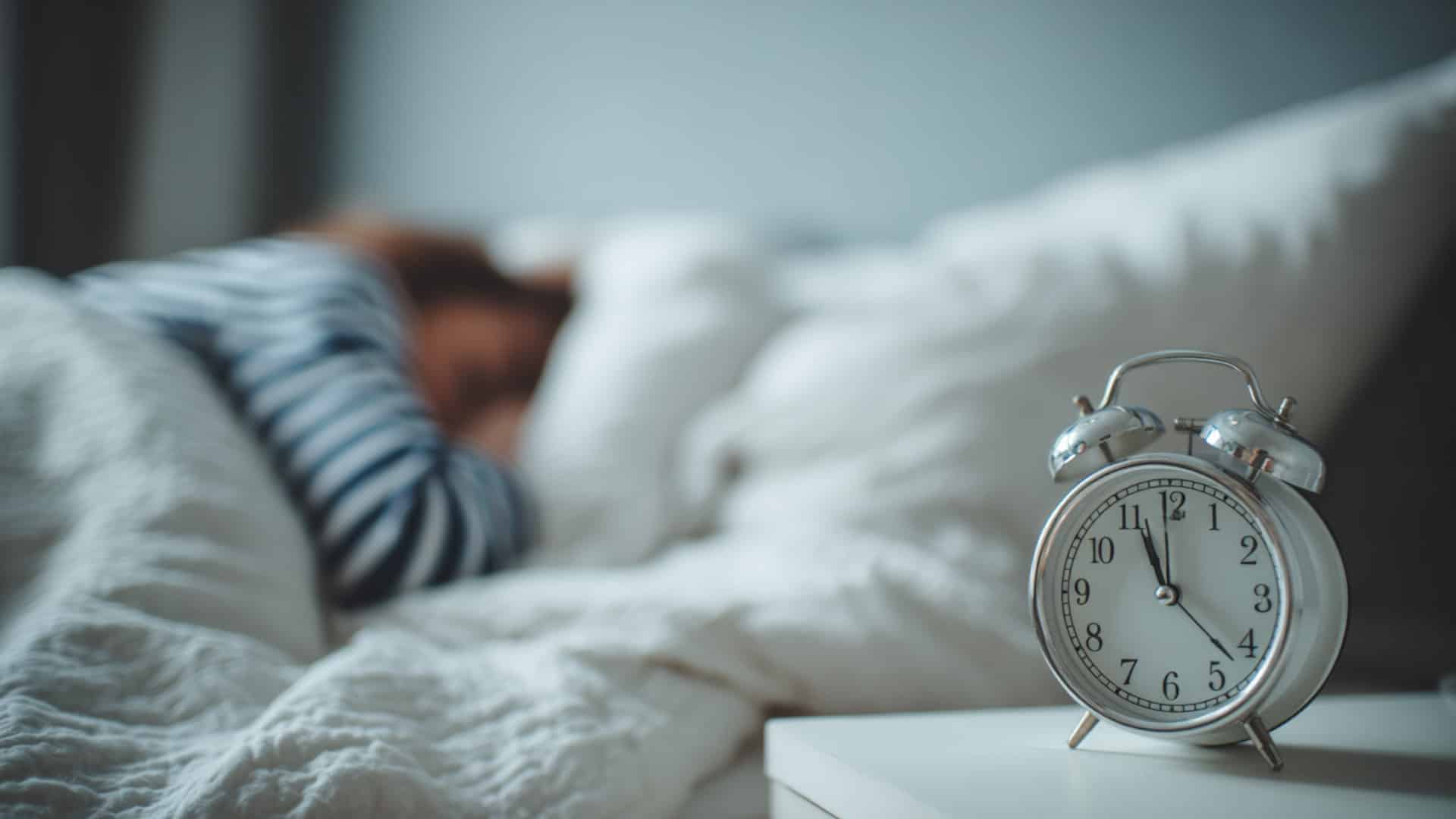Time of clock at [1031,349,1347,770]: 11:21
